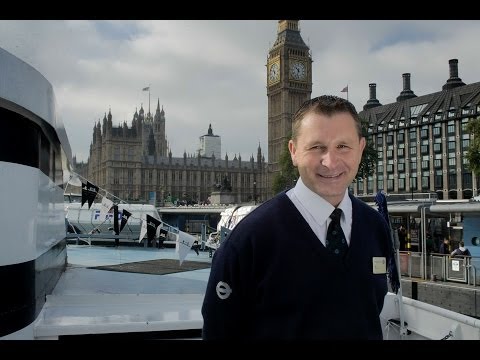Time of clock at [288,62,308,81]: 10:32
